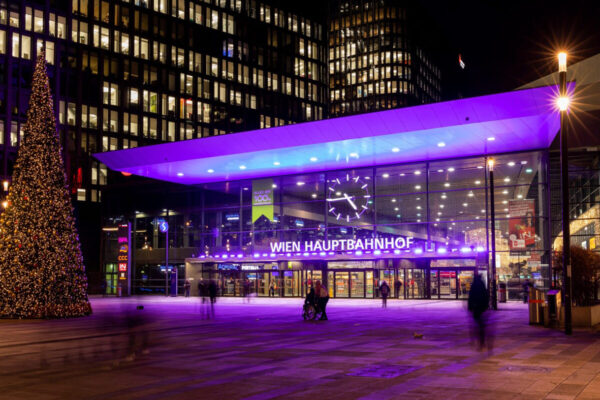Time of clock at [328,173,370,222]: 4:44
